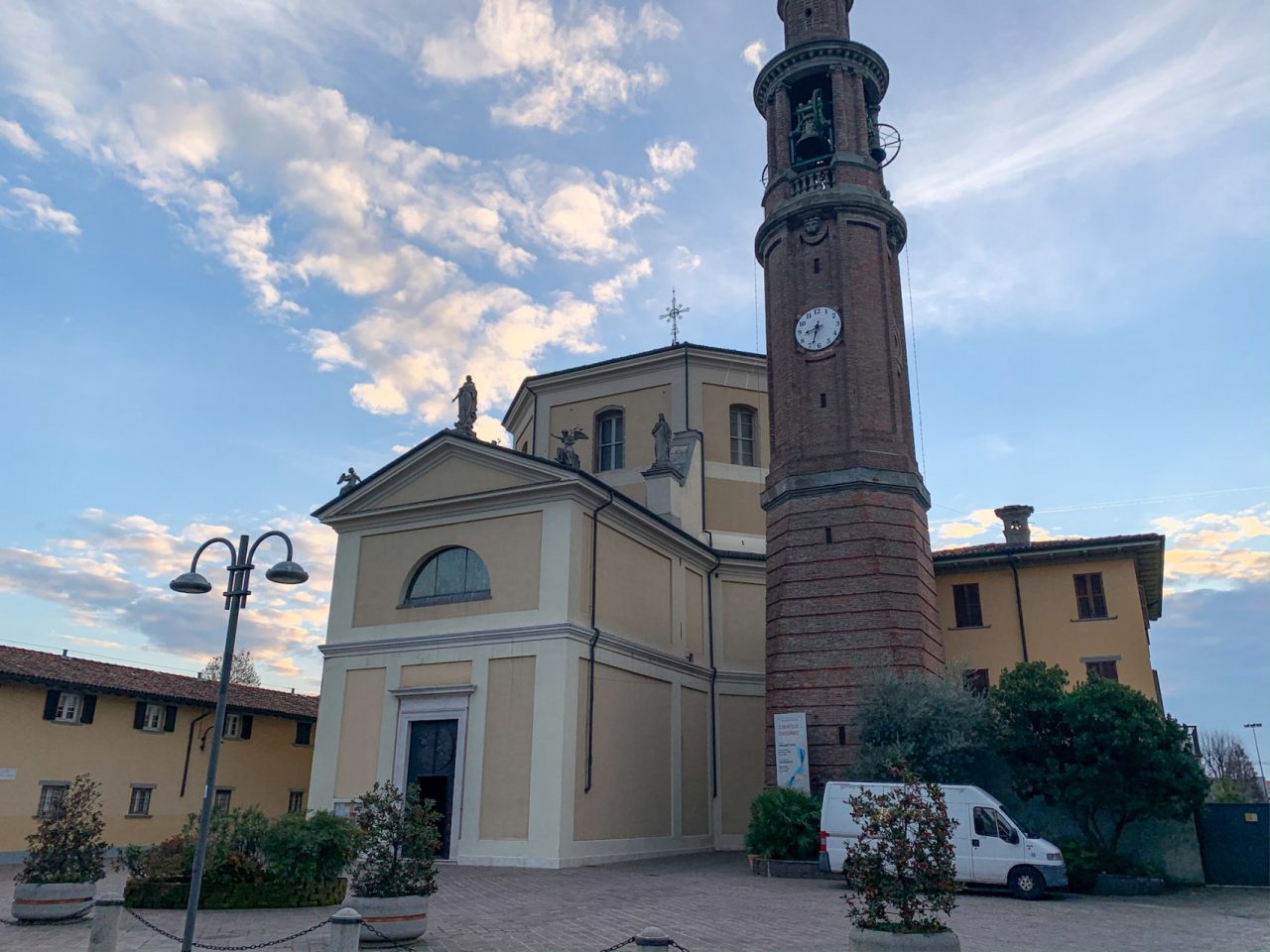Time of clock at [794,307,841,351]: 8:33
